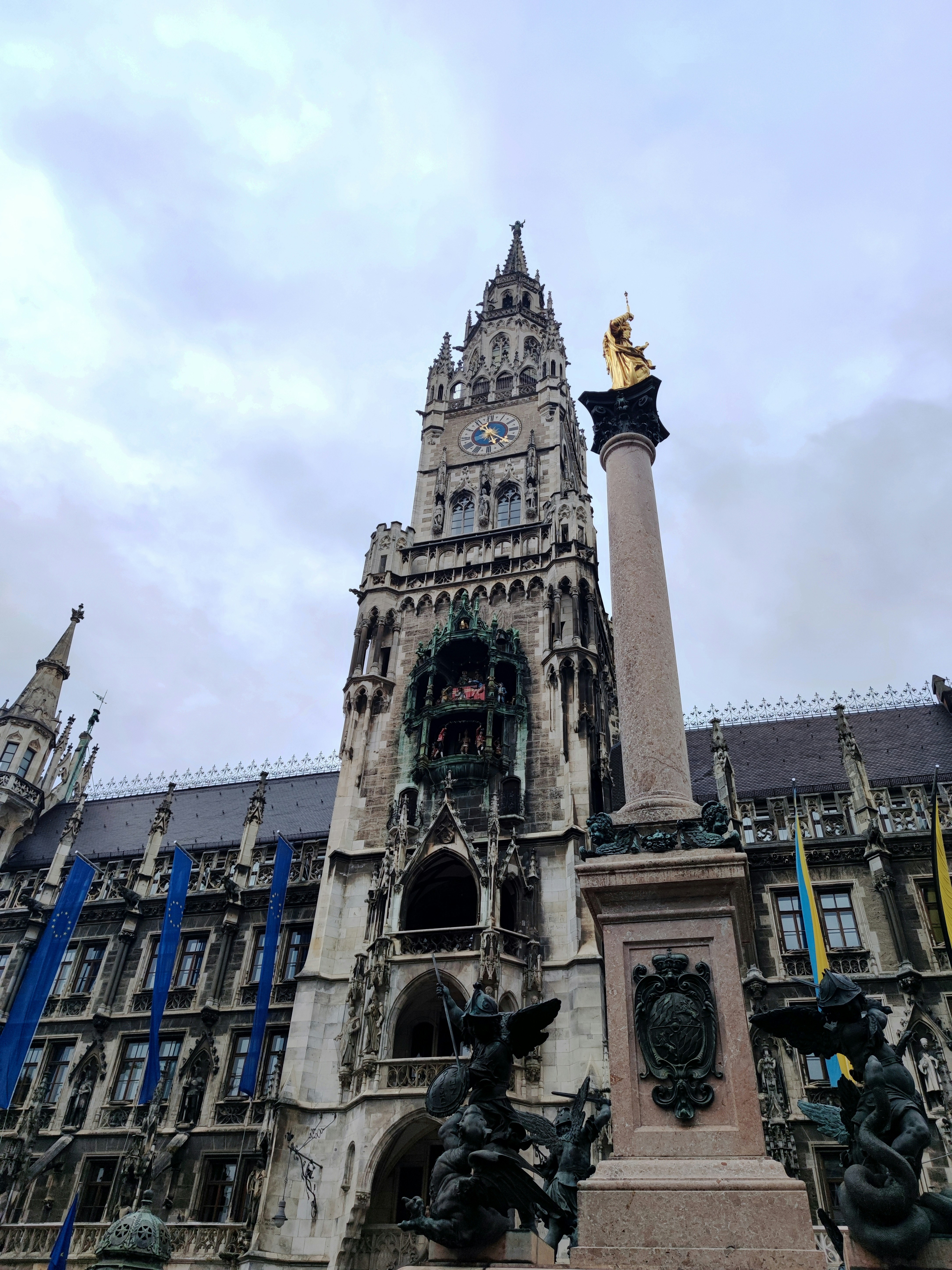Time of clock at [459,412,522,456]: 5:22
